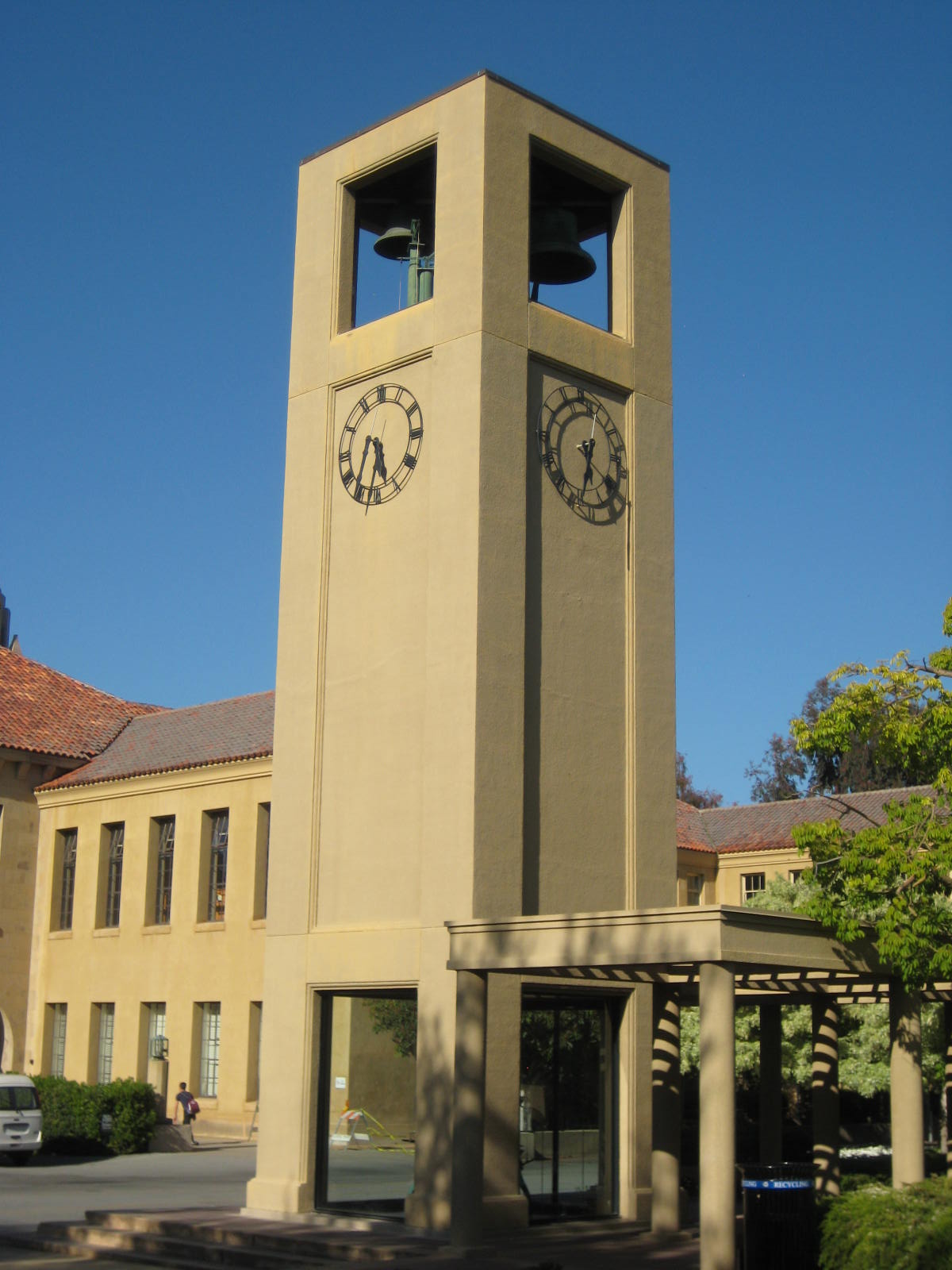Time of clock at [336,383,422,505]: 5:32
